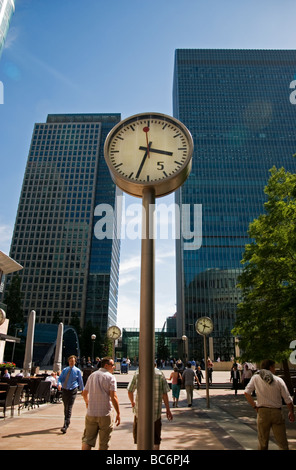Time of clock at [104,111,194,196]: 3:33
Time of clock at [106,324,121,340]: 3:34
